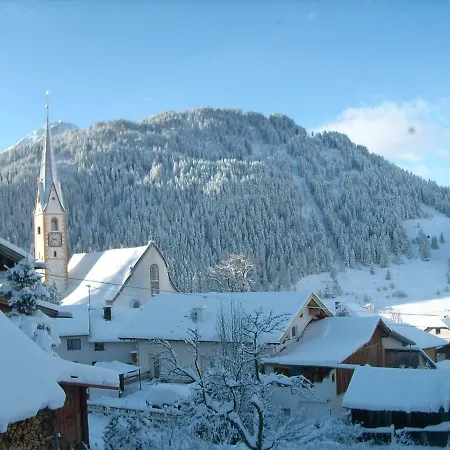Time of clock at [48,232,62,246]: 9:41
